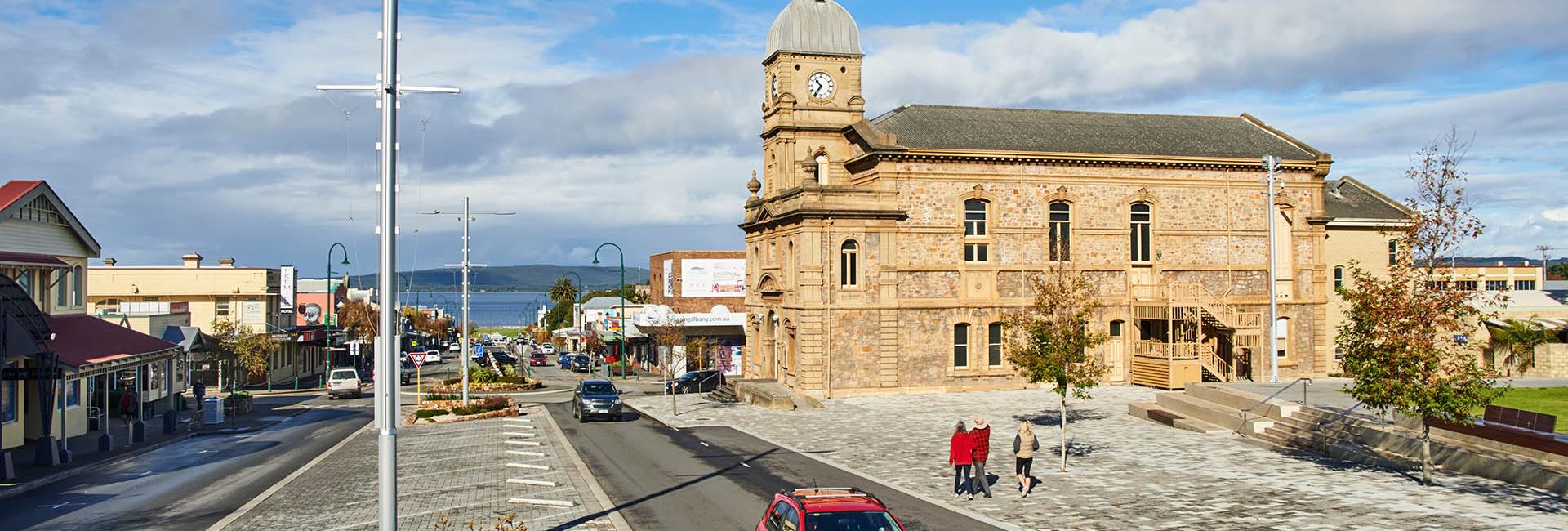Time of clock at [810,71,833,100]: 10:36
